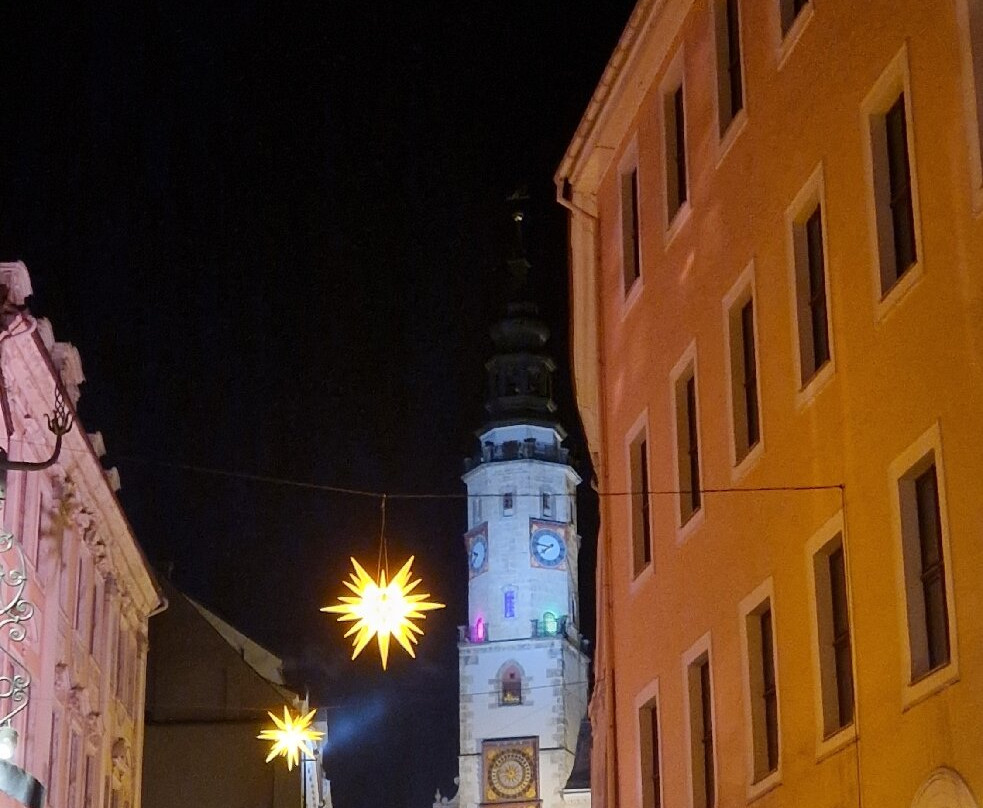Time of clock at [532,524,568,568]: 7:46
